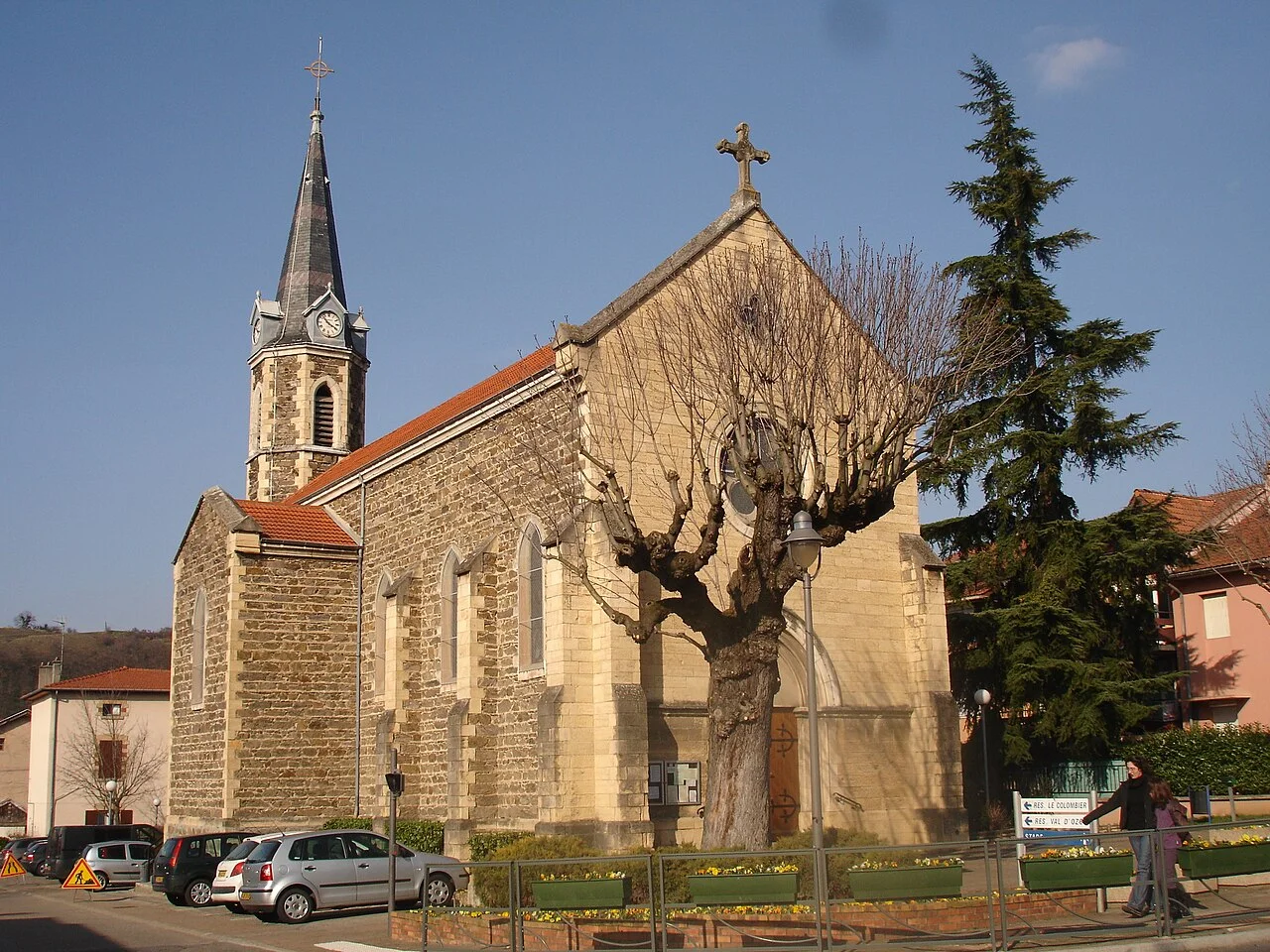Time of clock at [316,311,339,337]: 3:52
